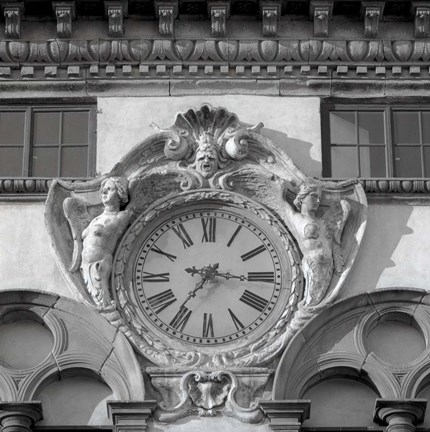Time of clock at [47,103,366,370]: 7:15
